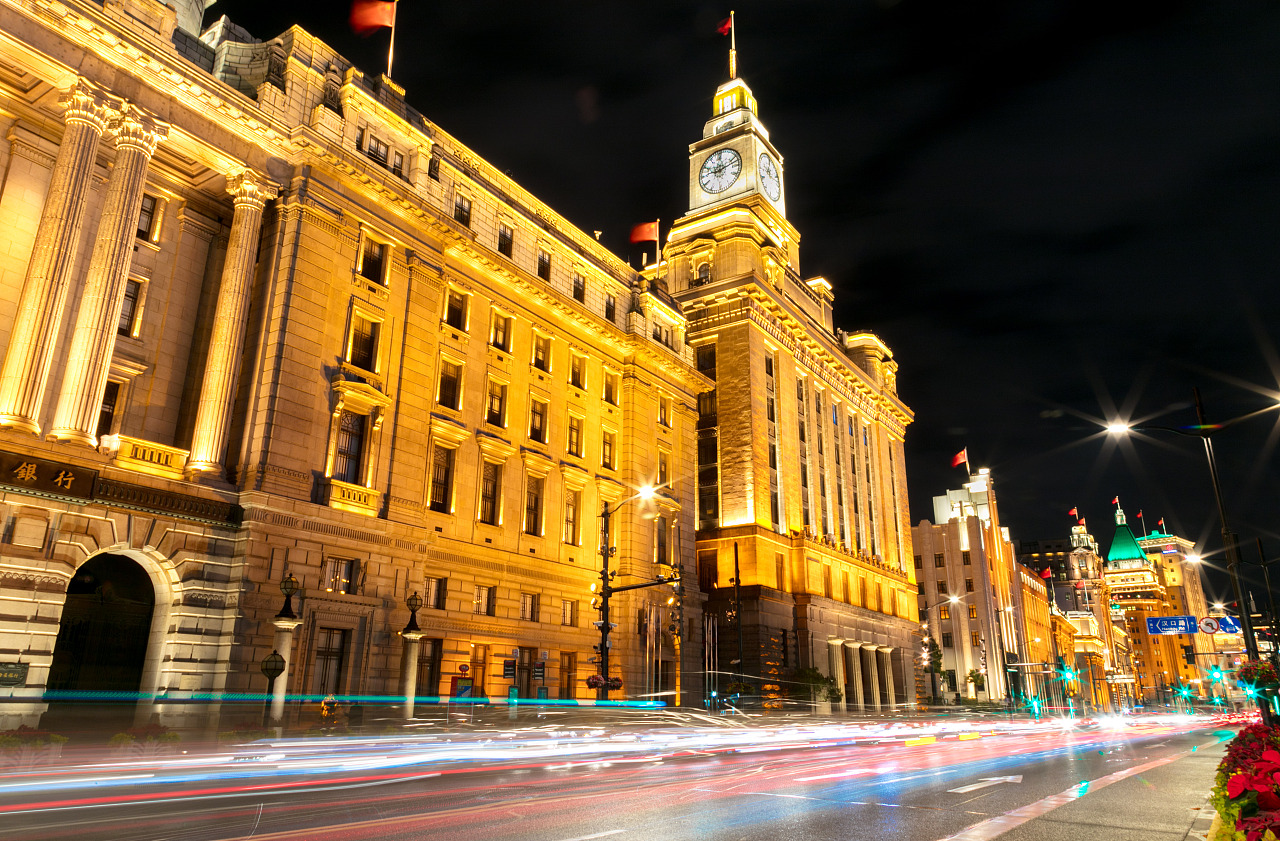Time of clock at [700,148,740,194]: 9:12
